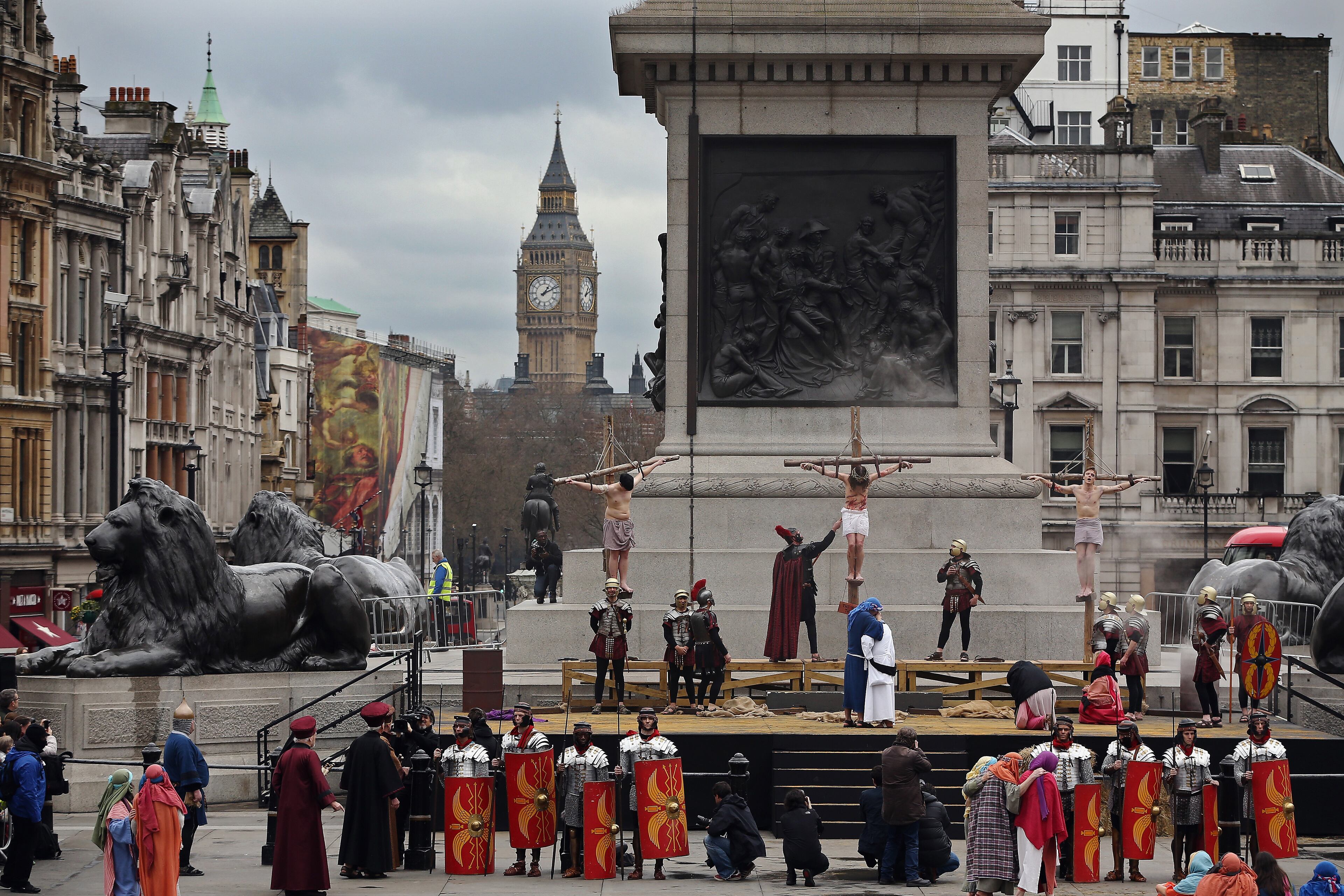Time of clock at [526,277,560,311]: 1:10
